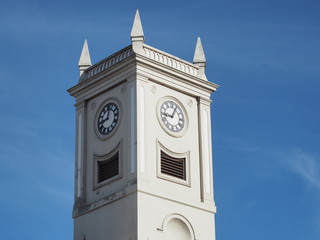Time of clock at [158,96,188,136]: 9:04
